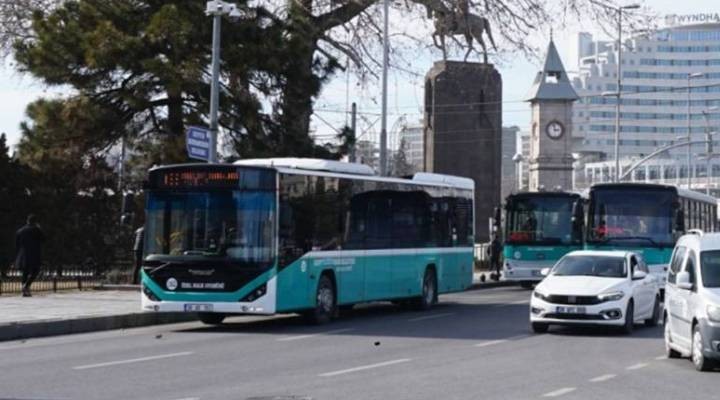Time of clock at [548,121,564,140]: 2:58
